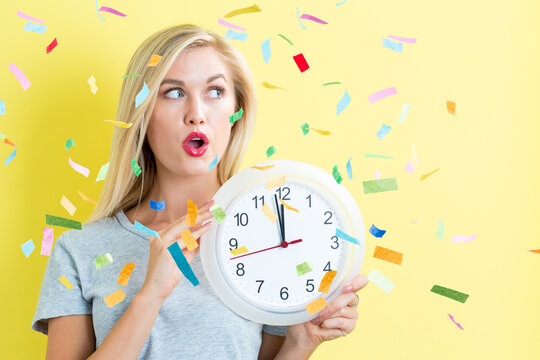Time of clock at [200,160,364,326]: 10:58
